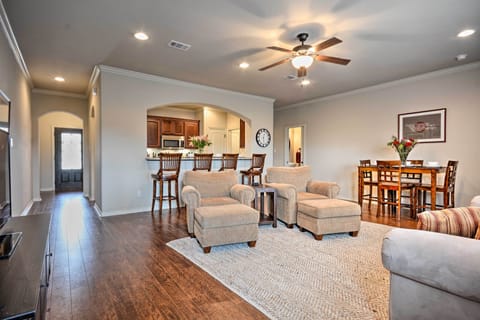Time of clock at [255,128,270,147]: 12:28
